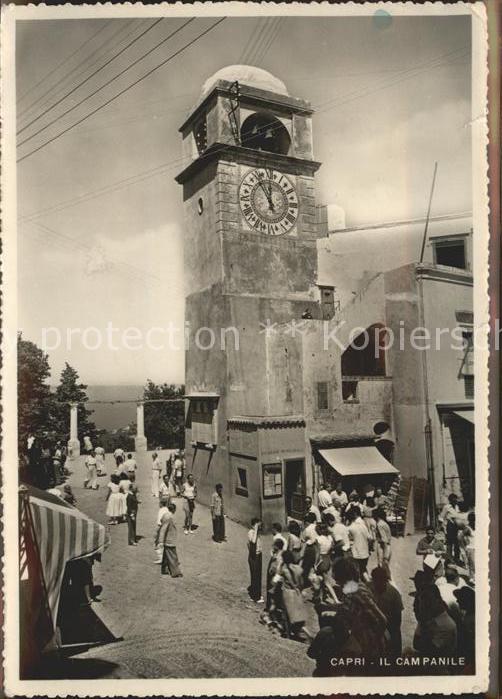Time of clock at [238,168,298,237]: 11:55
